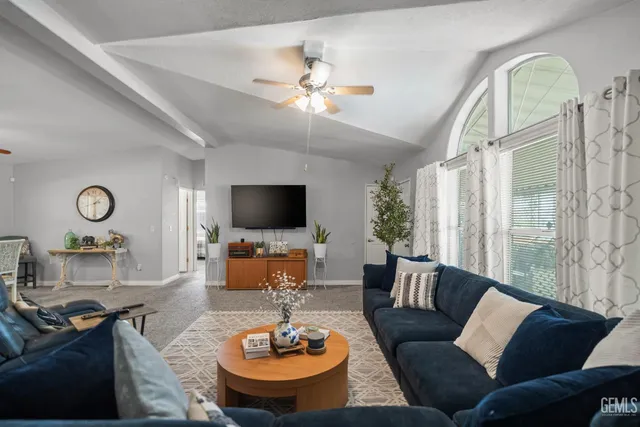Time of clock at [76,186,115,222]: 2:29
